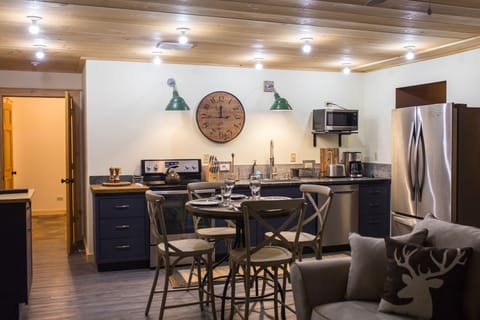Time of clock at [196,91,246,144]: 11:44
